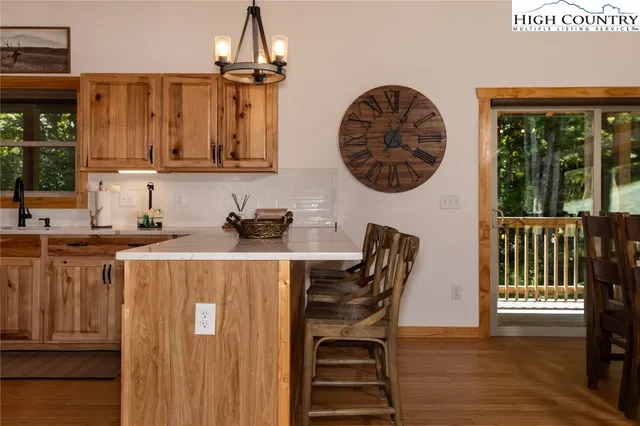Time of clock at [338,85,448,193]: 4:04
